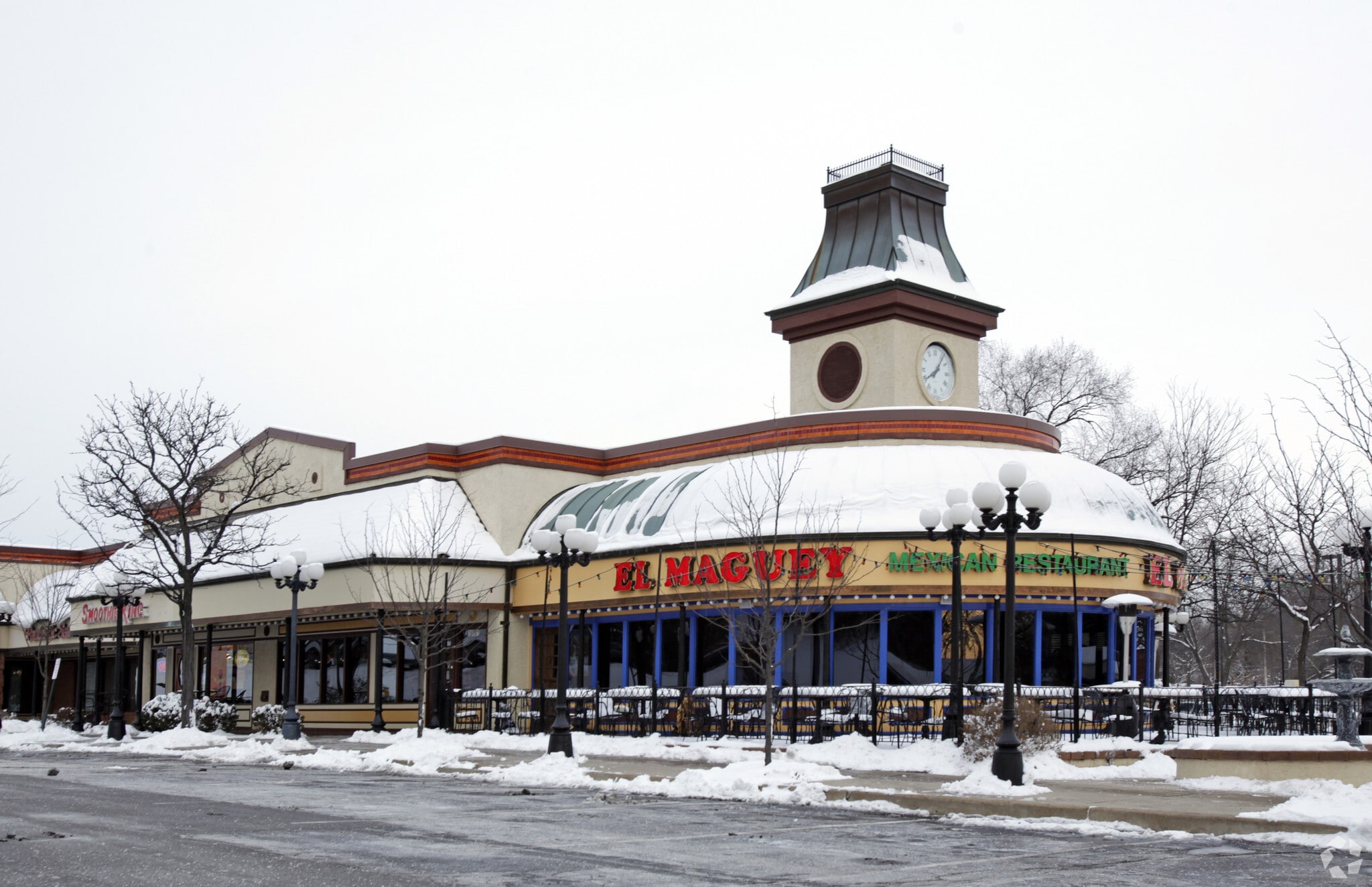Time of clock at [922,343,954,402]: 8:06
